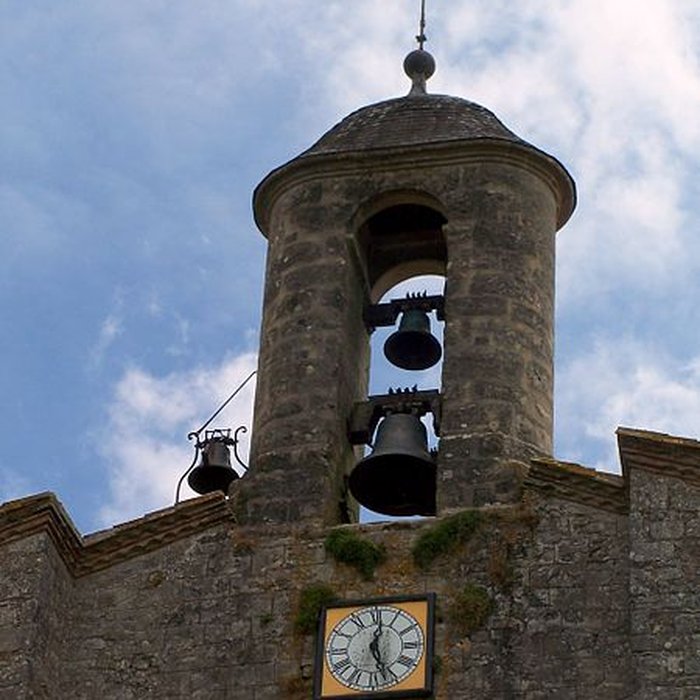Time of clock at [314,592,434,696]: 12:26
